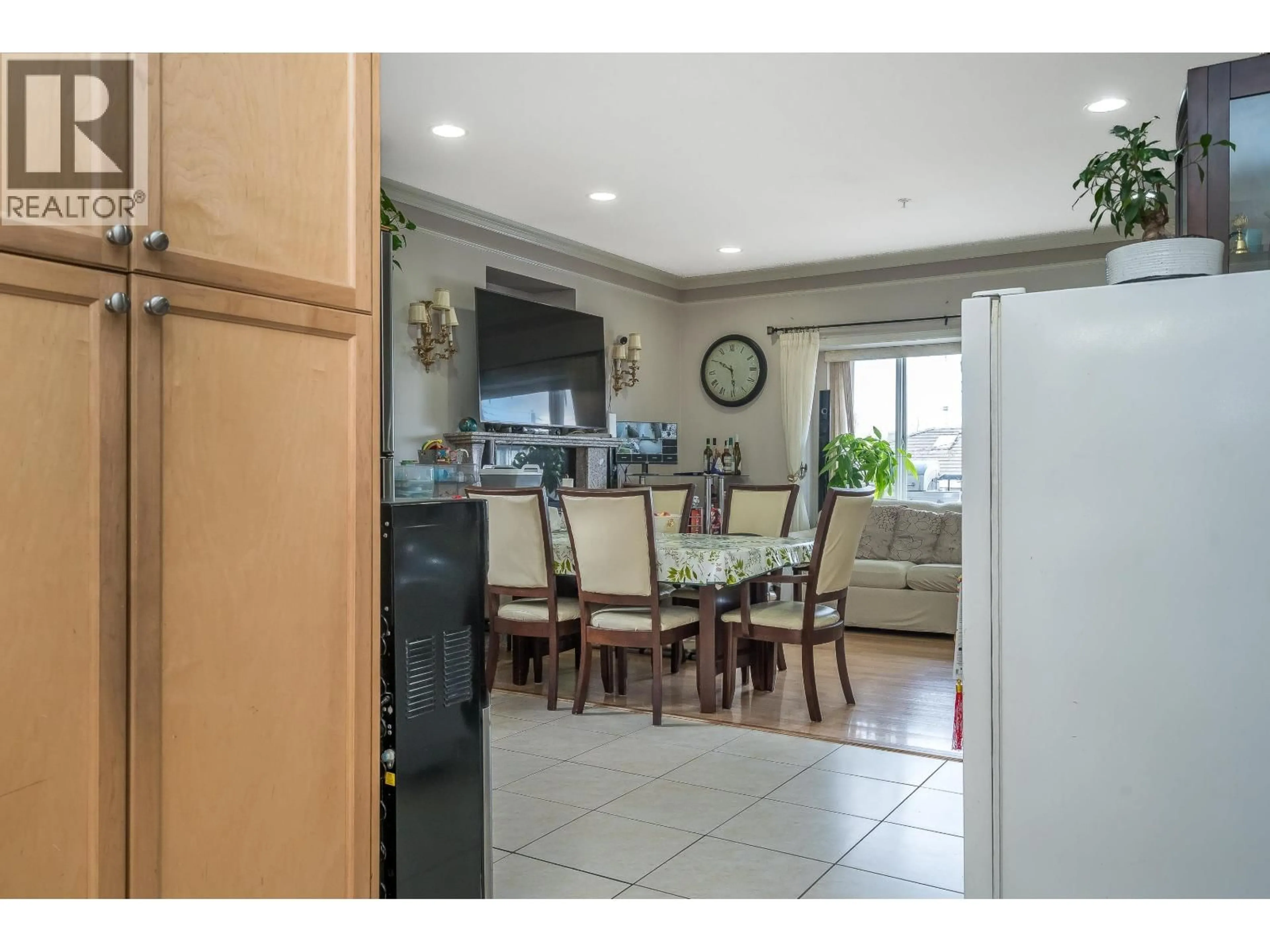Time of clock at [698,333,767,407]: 5:50
